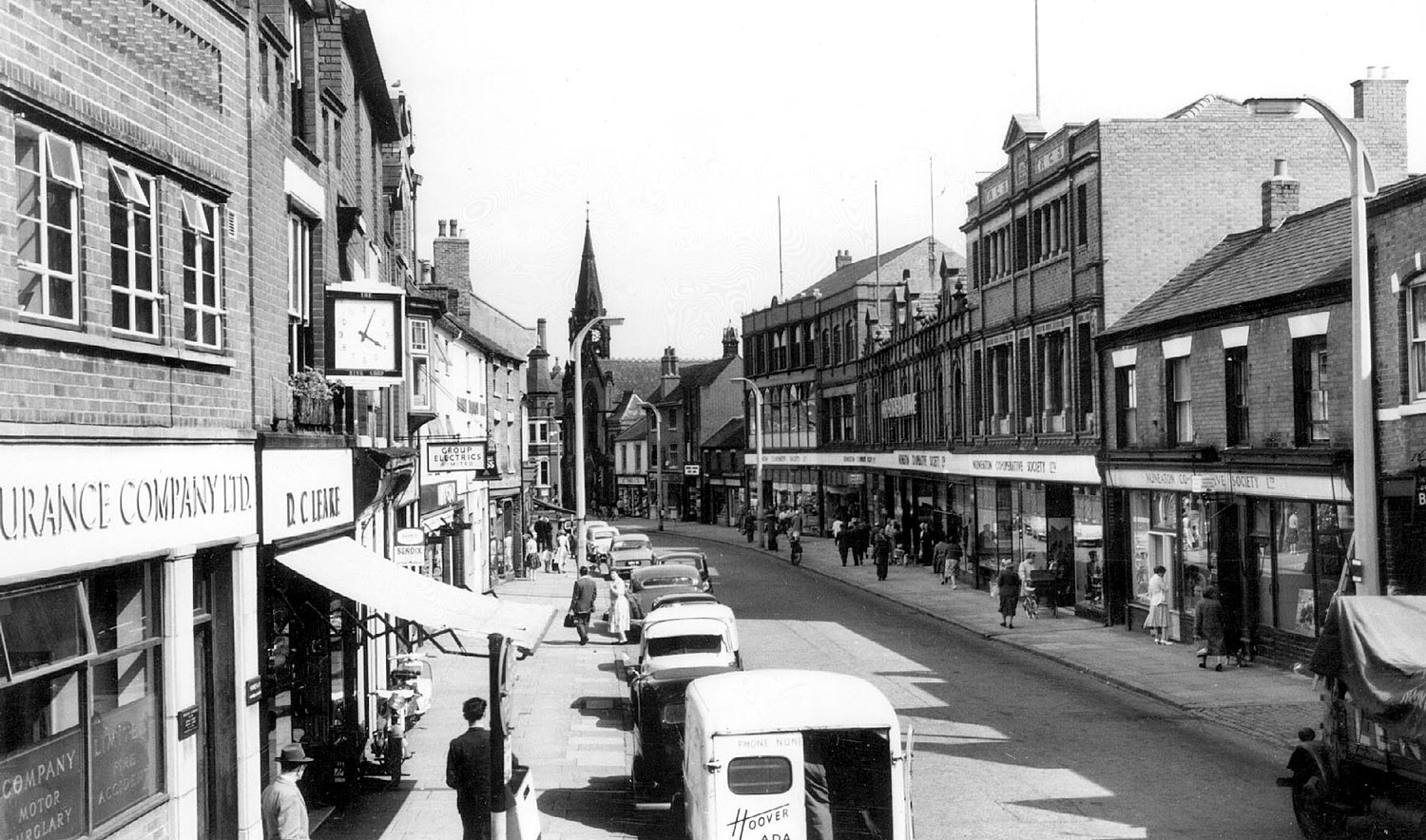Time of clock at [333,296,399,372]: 4:04
